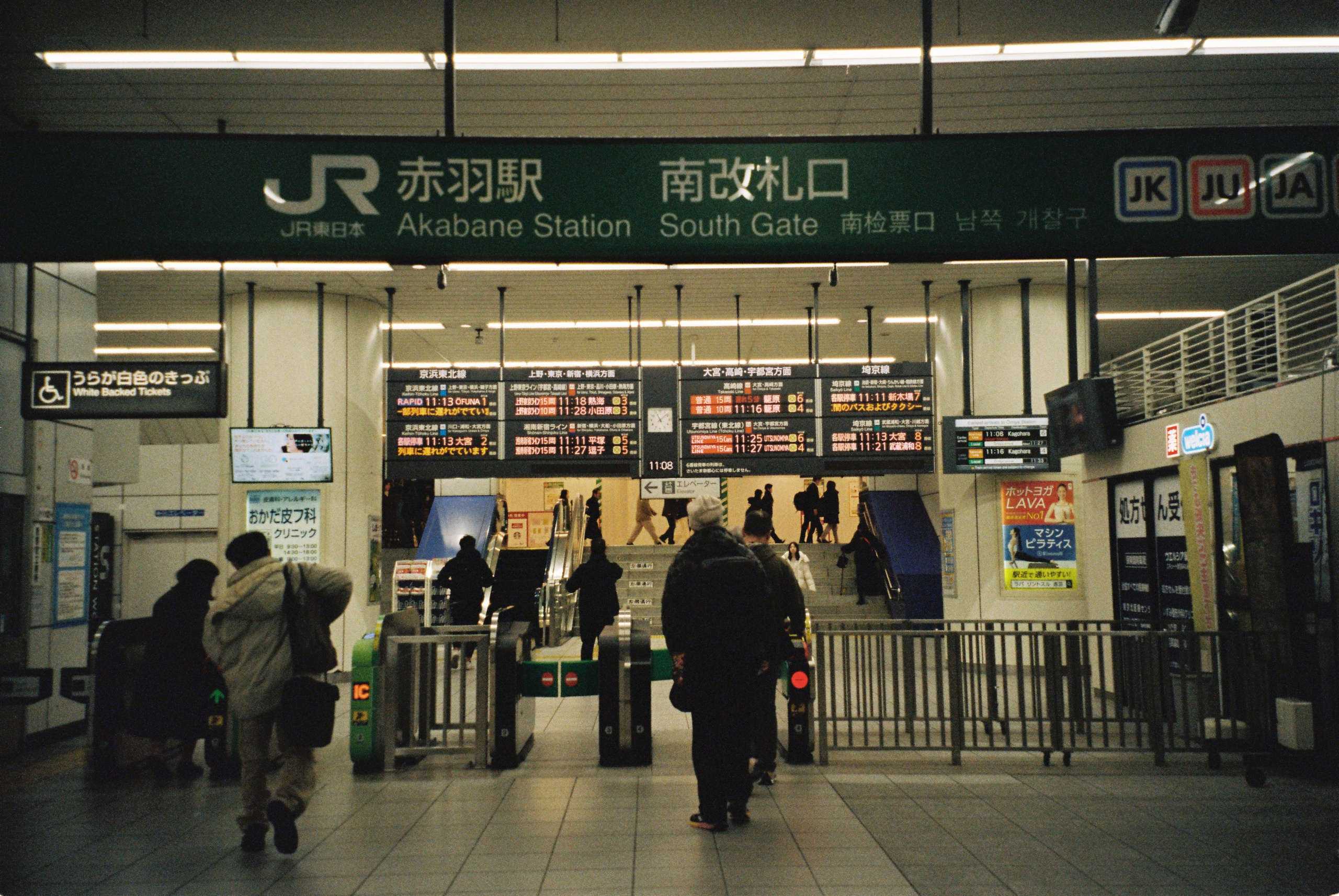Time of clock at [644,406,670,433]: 11:08
